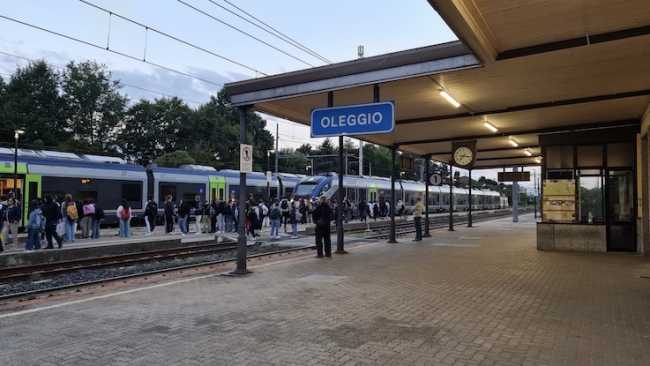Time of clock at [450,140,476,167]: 7:15
